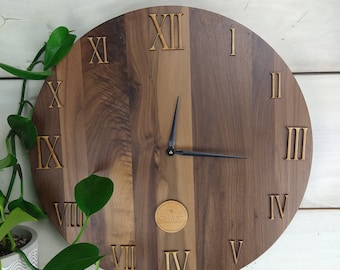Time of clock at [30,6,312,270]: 12:16
